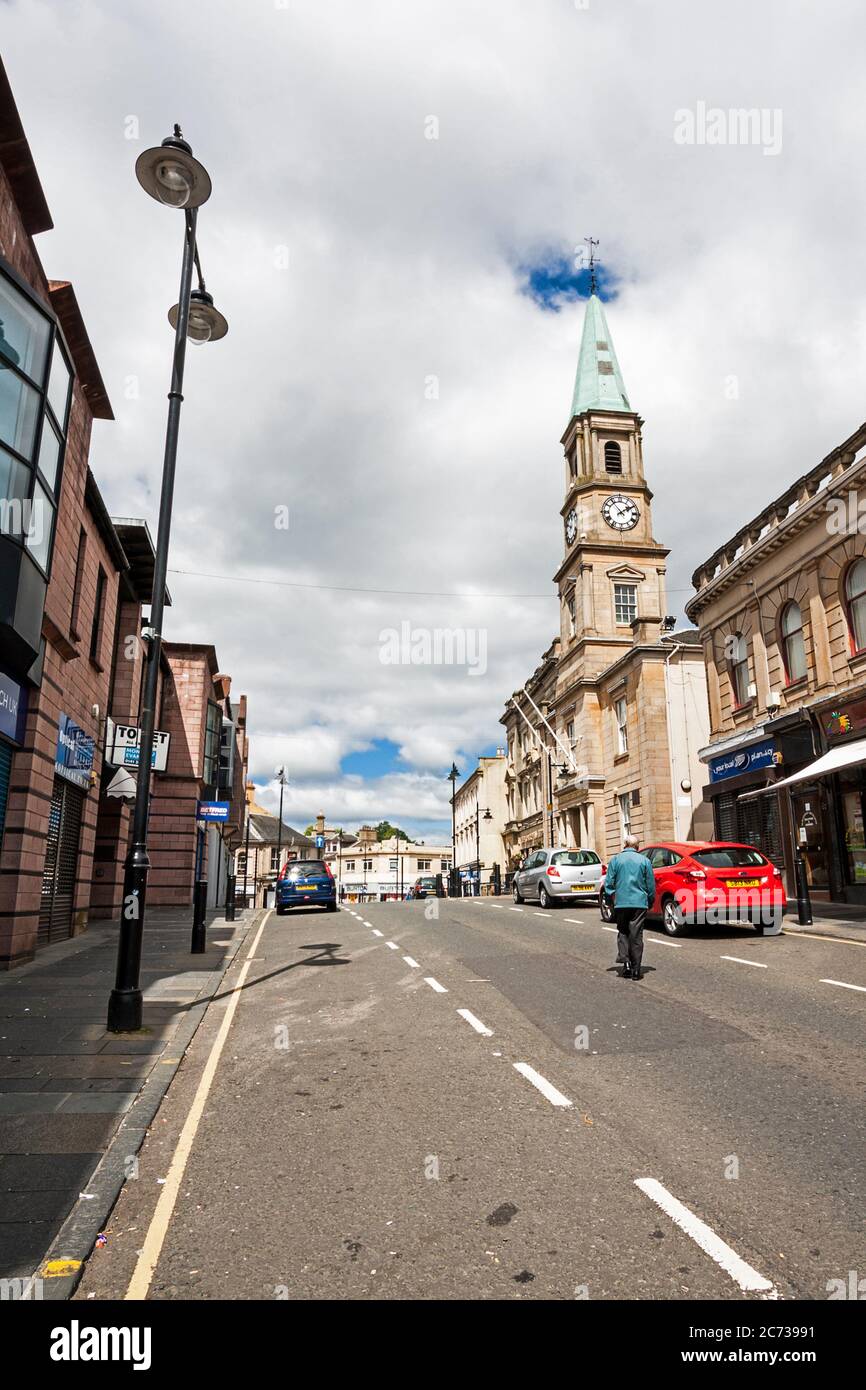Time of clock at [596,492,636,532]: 1:53
